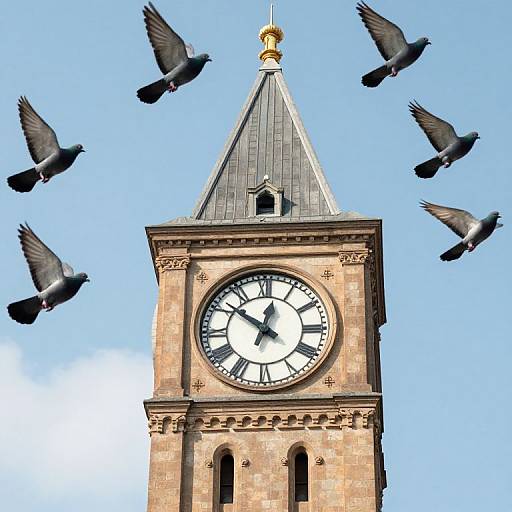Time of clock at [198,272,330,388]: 12:51
